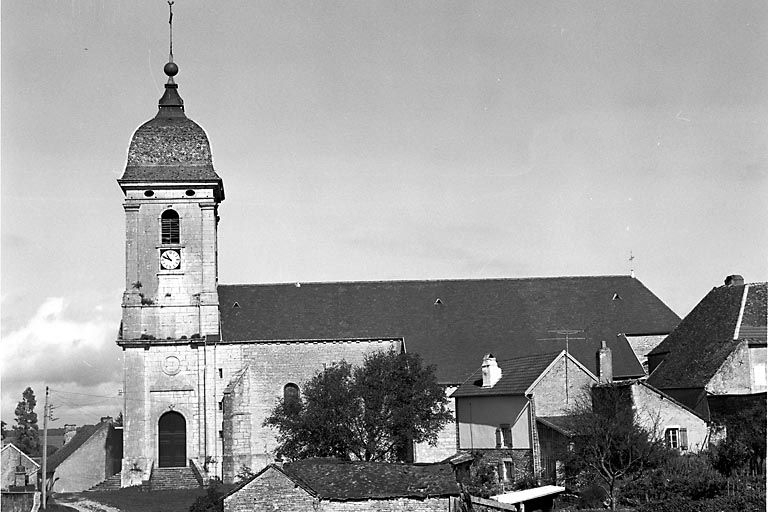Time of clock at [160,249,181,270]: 10:48
